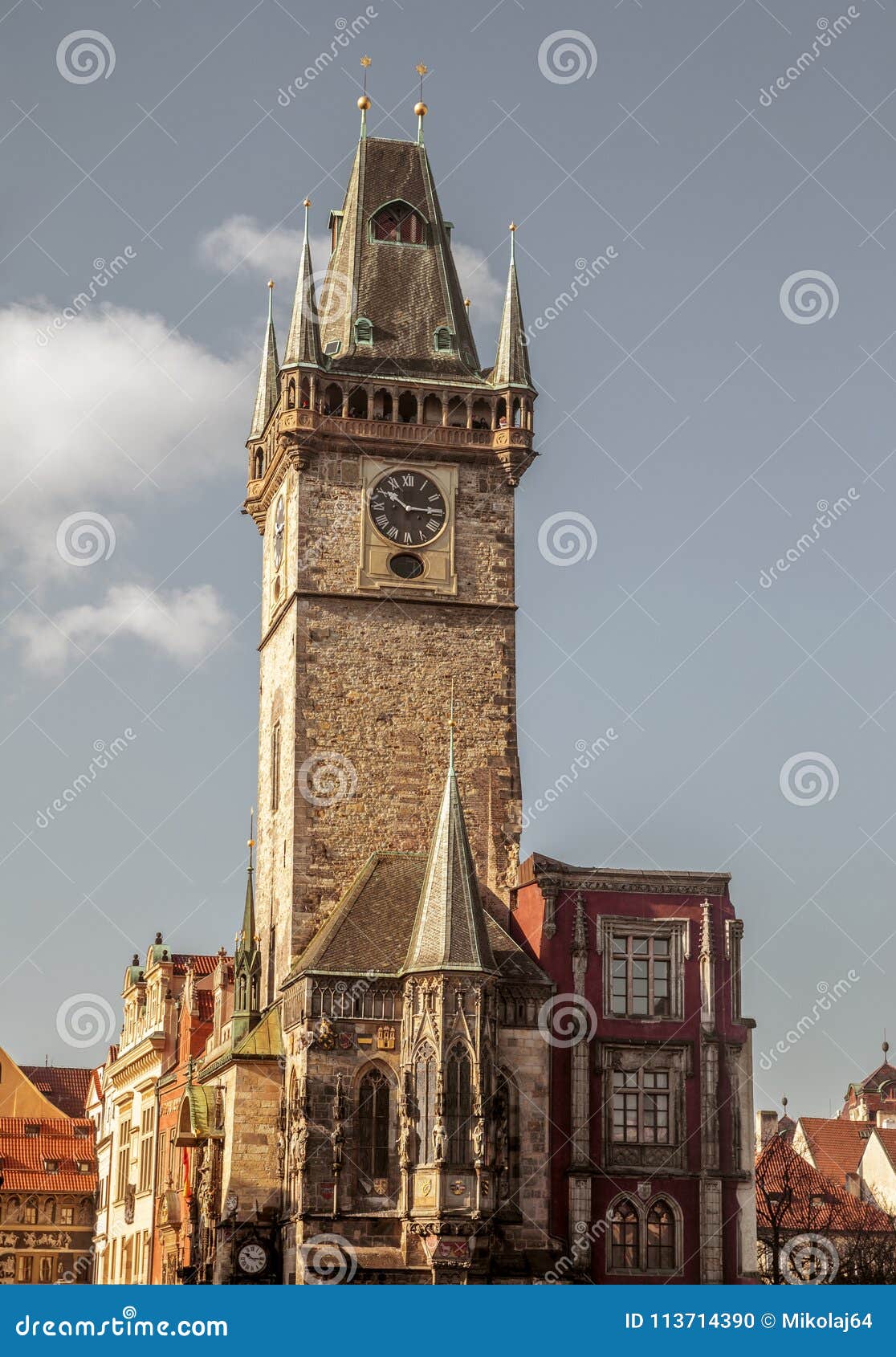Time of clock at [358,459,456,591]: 10:14
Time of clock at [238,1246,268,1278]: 10:15
